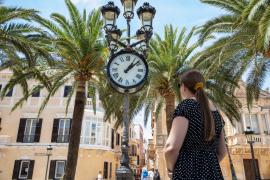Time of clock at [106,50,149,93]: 1:08
